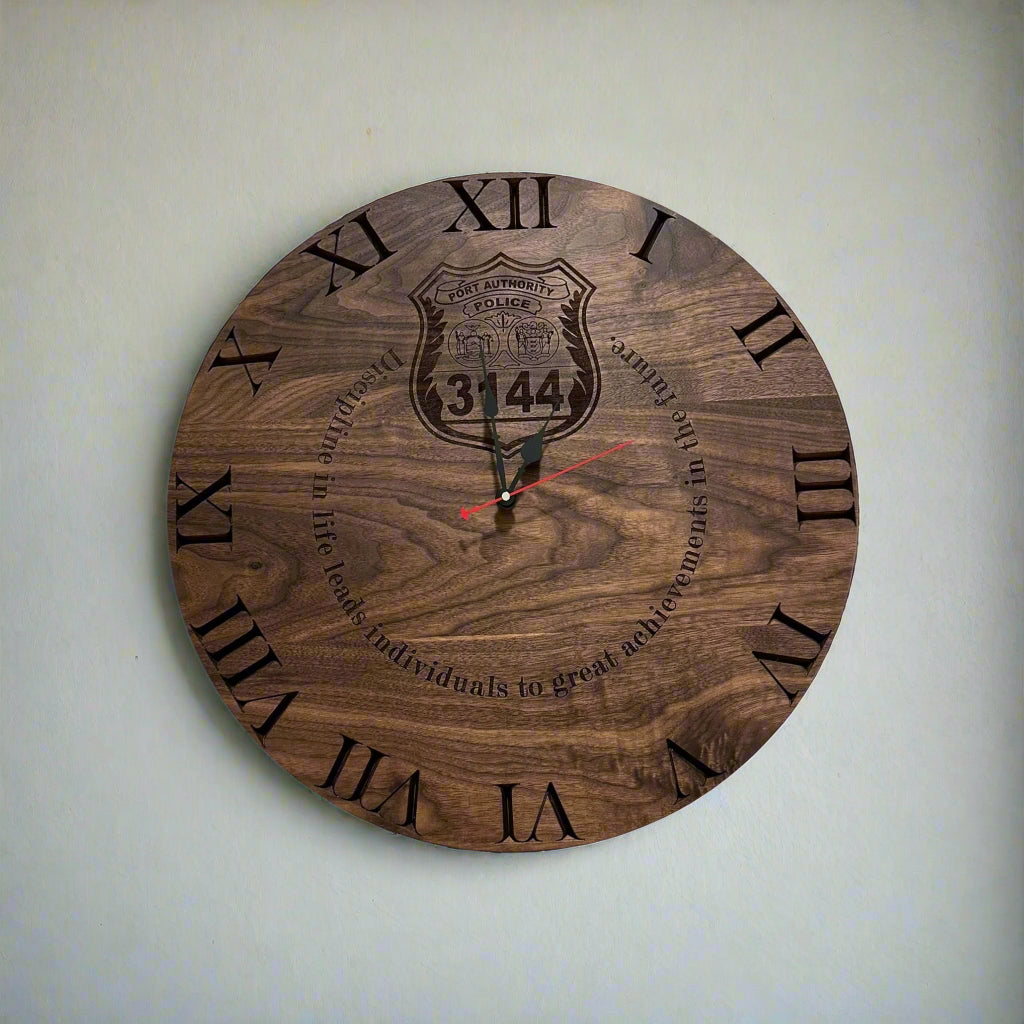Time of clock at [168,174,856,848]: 12:57
